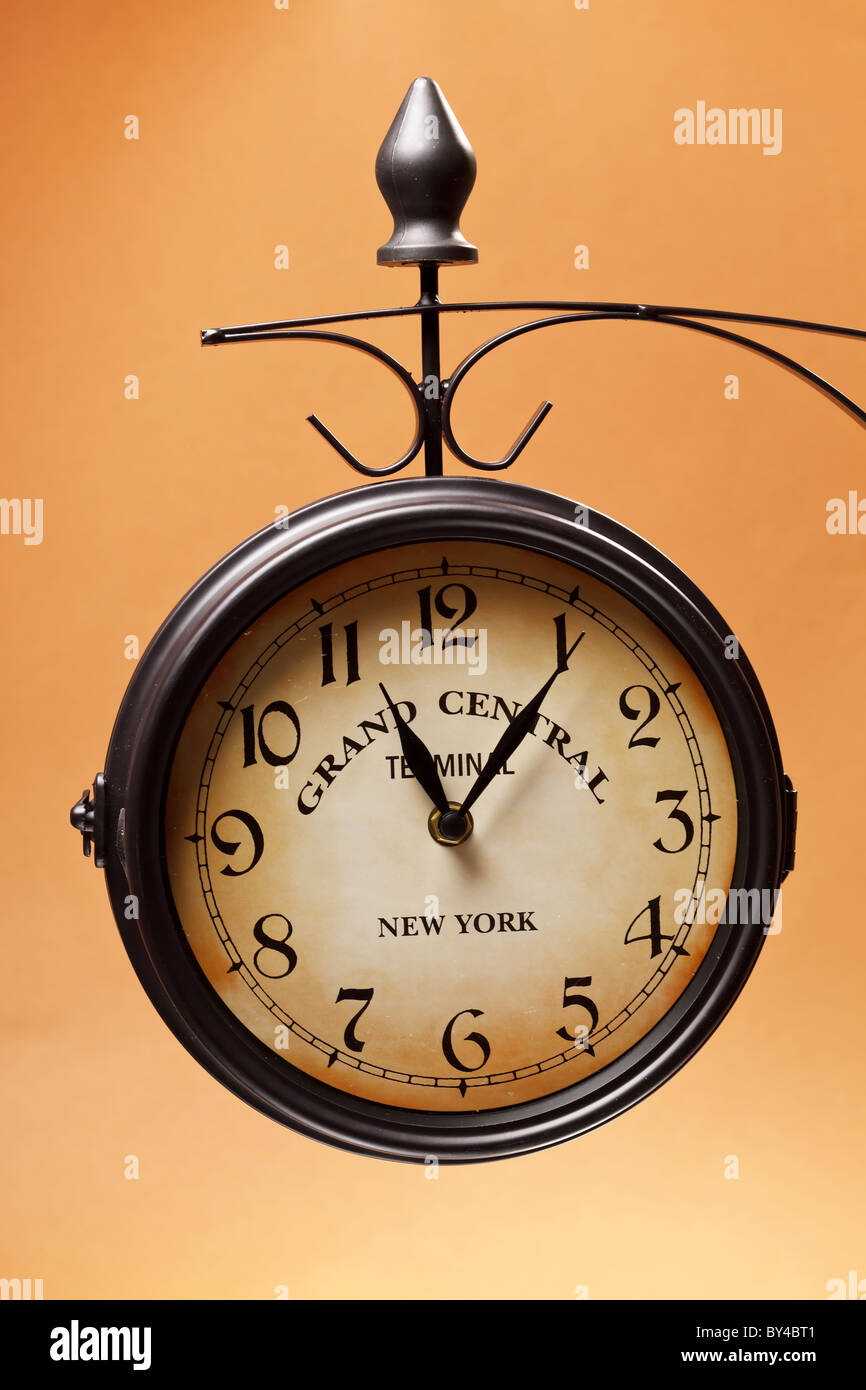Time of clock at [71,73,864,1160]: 11:06
